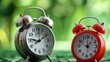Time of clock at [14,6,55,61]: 9:10
